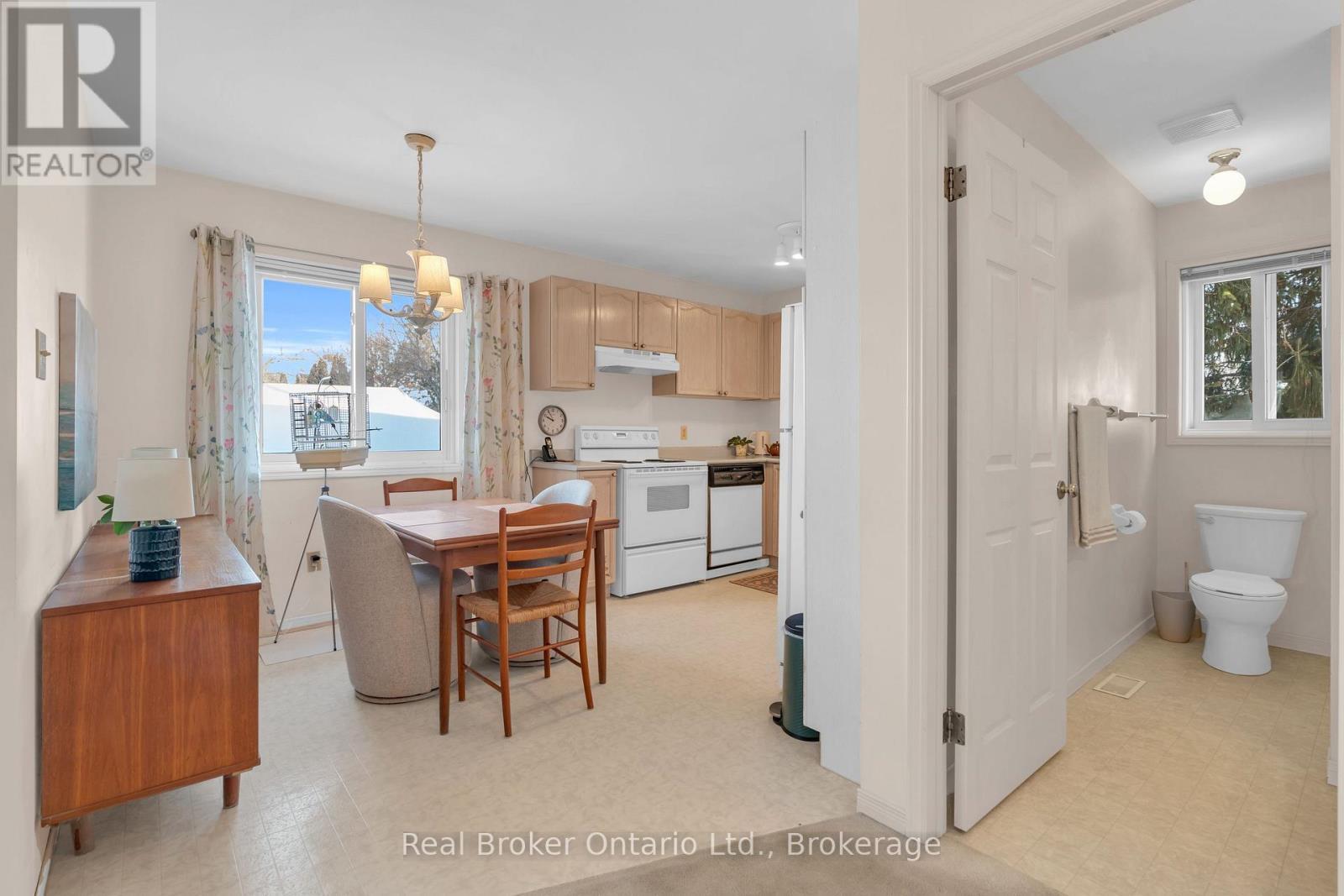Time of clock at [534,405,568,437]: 9:55
